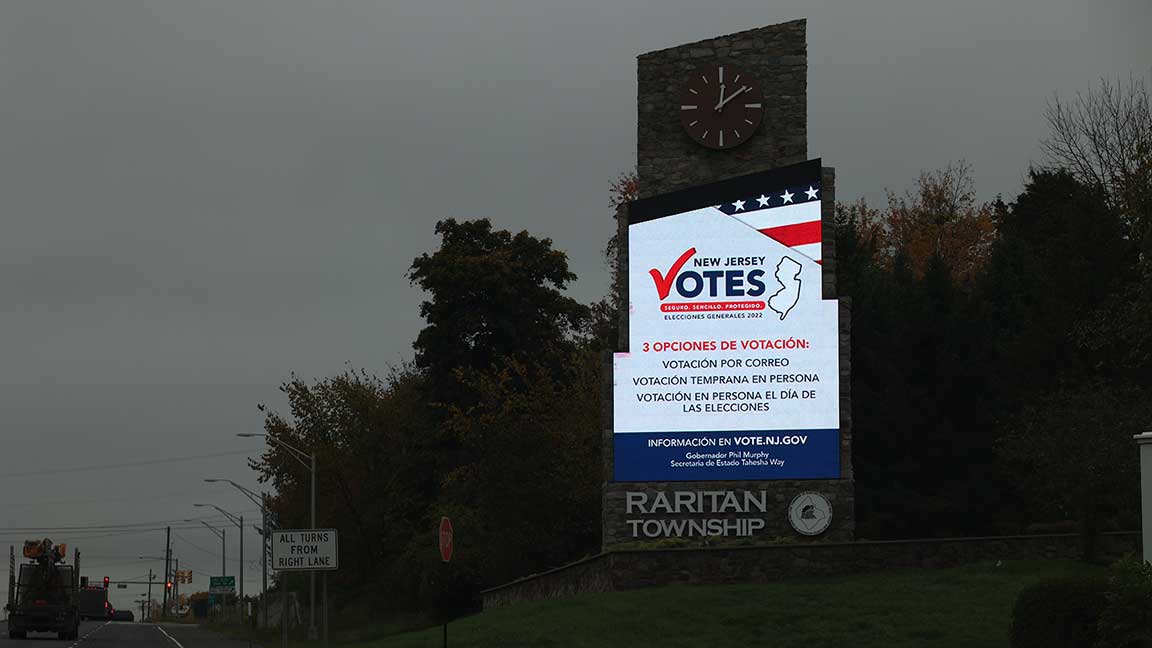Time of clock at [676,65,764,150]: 12:08
